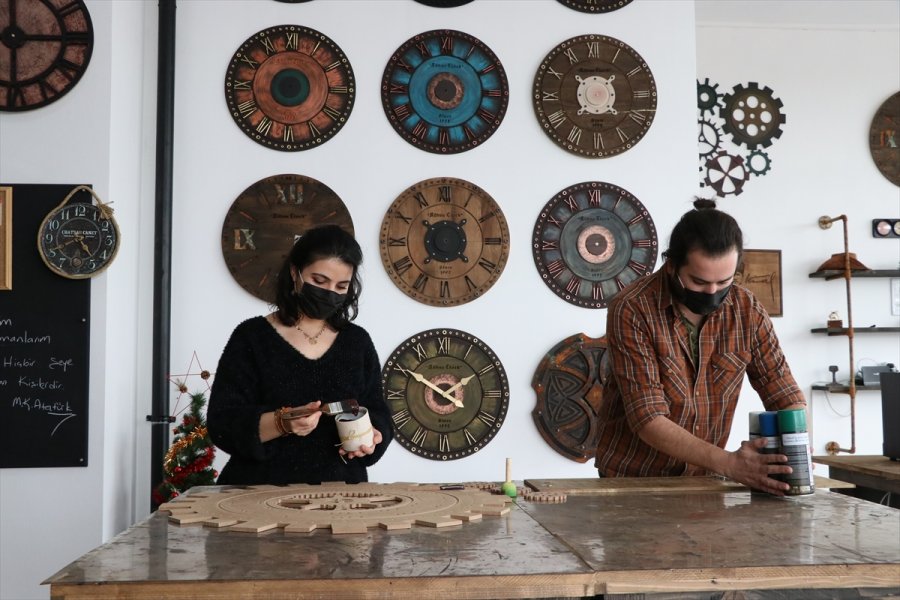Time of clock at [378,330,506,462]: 1:50
